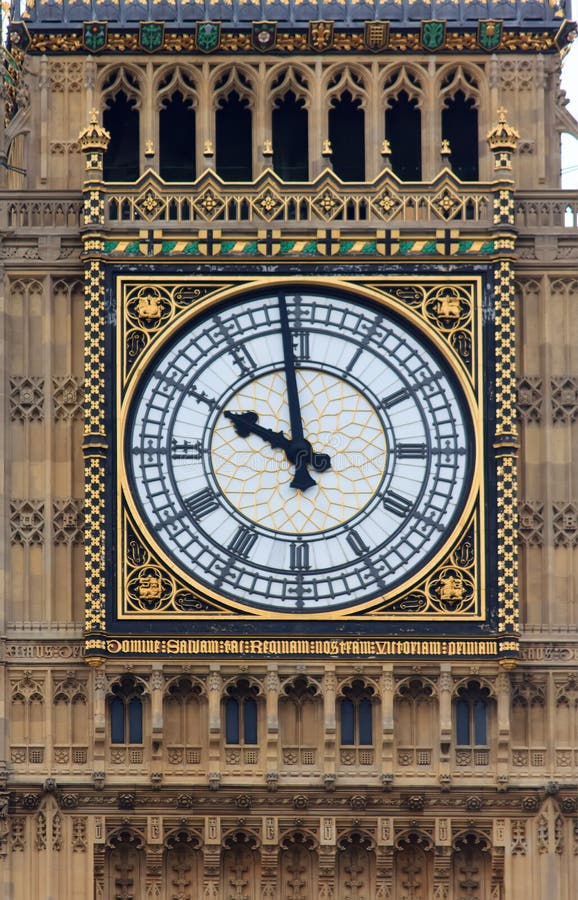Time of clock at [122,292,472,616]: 9:58
